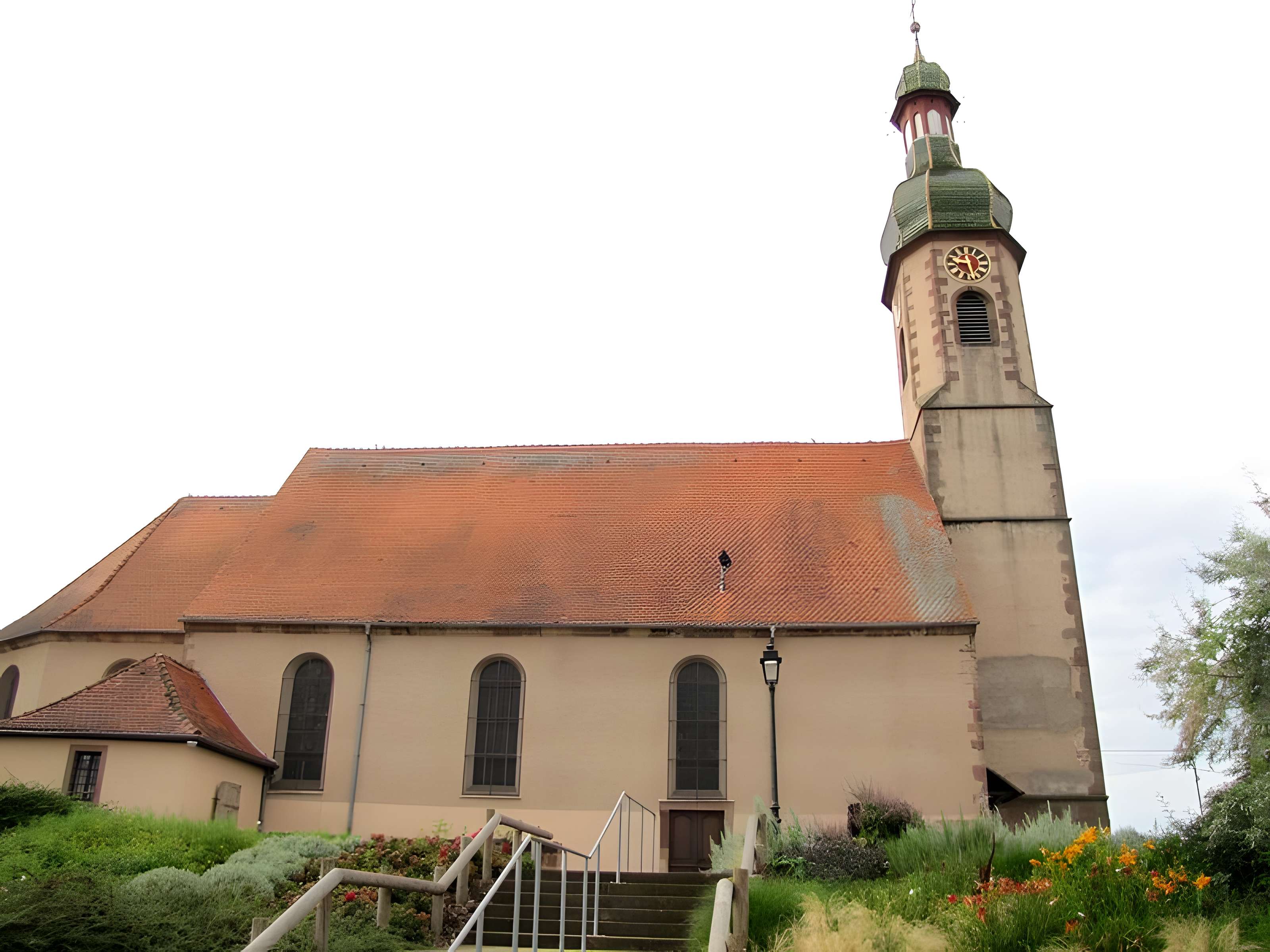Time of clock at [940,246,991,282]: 9:27
